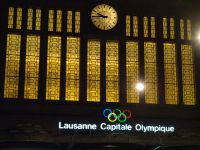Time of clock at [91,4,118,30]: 9:44
